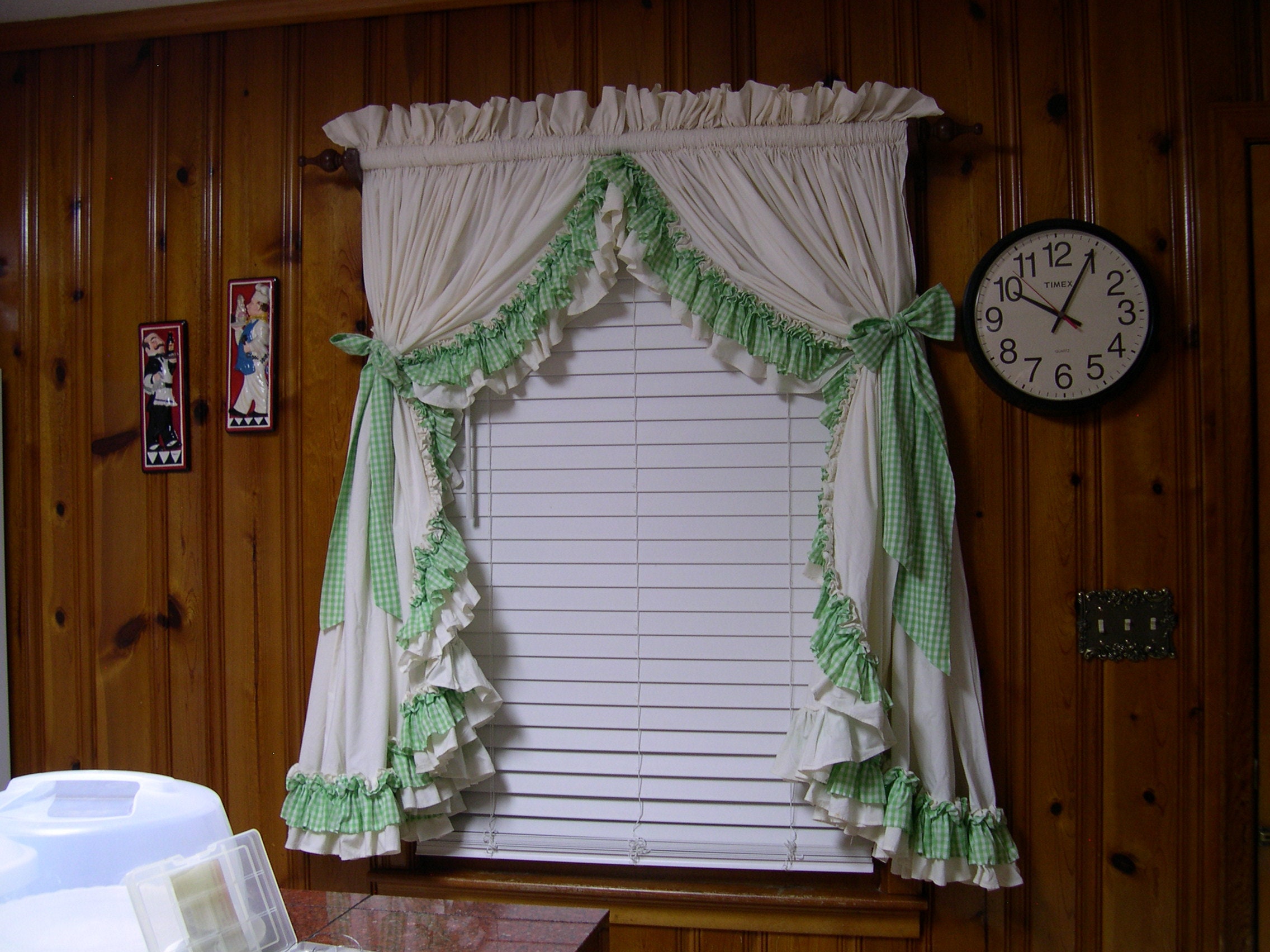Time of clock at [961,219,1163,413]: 10:04
